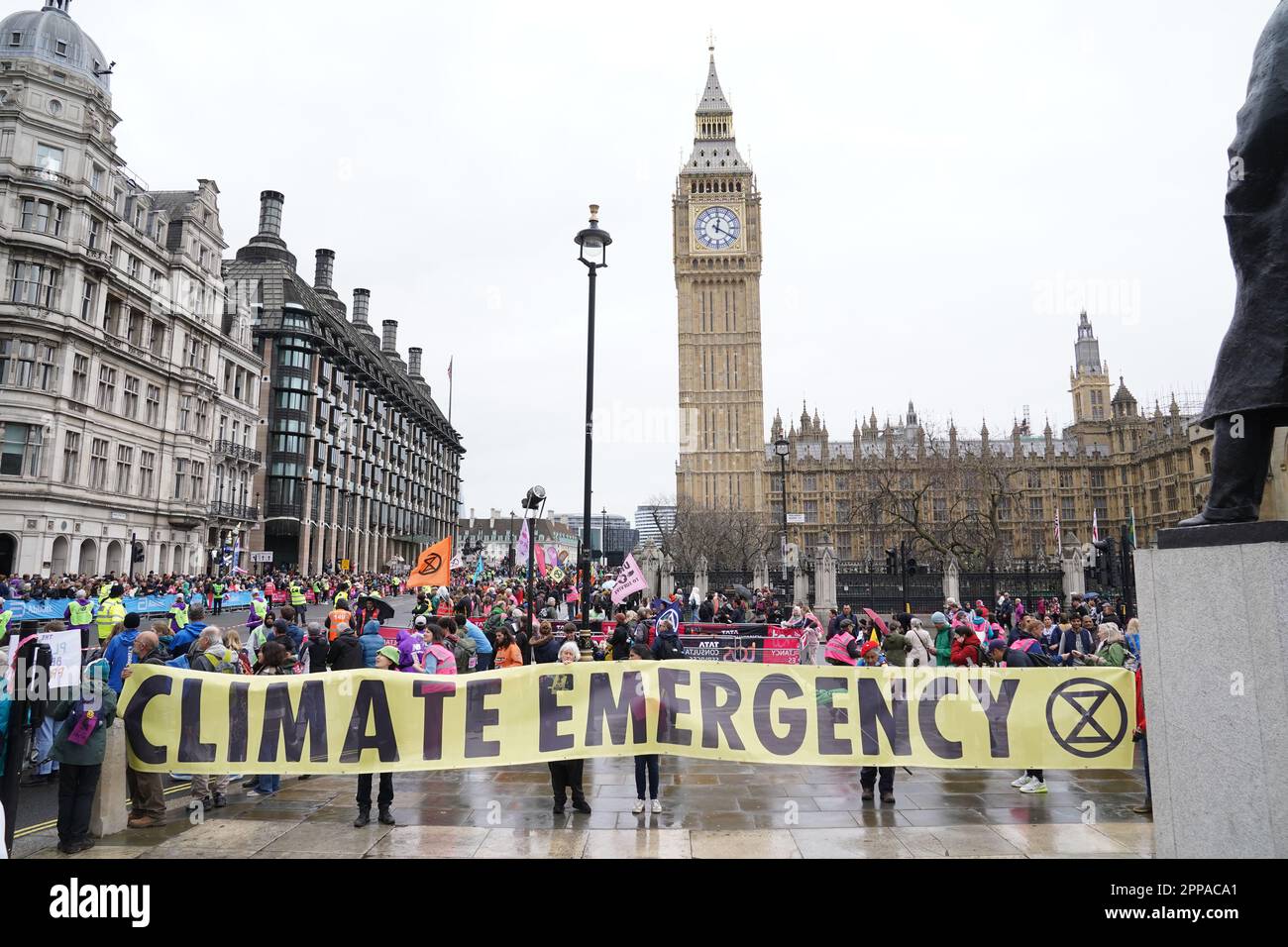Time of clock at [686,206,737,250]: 12:20
